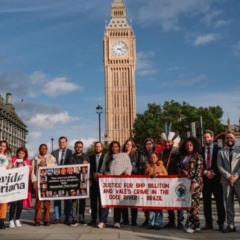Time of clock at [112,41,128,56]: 4:12
